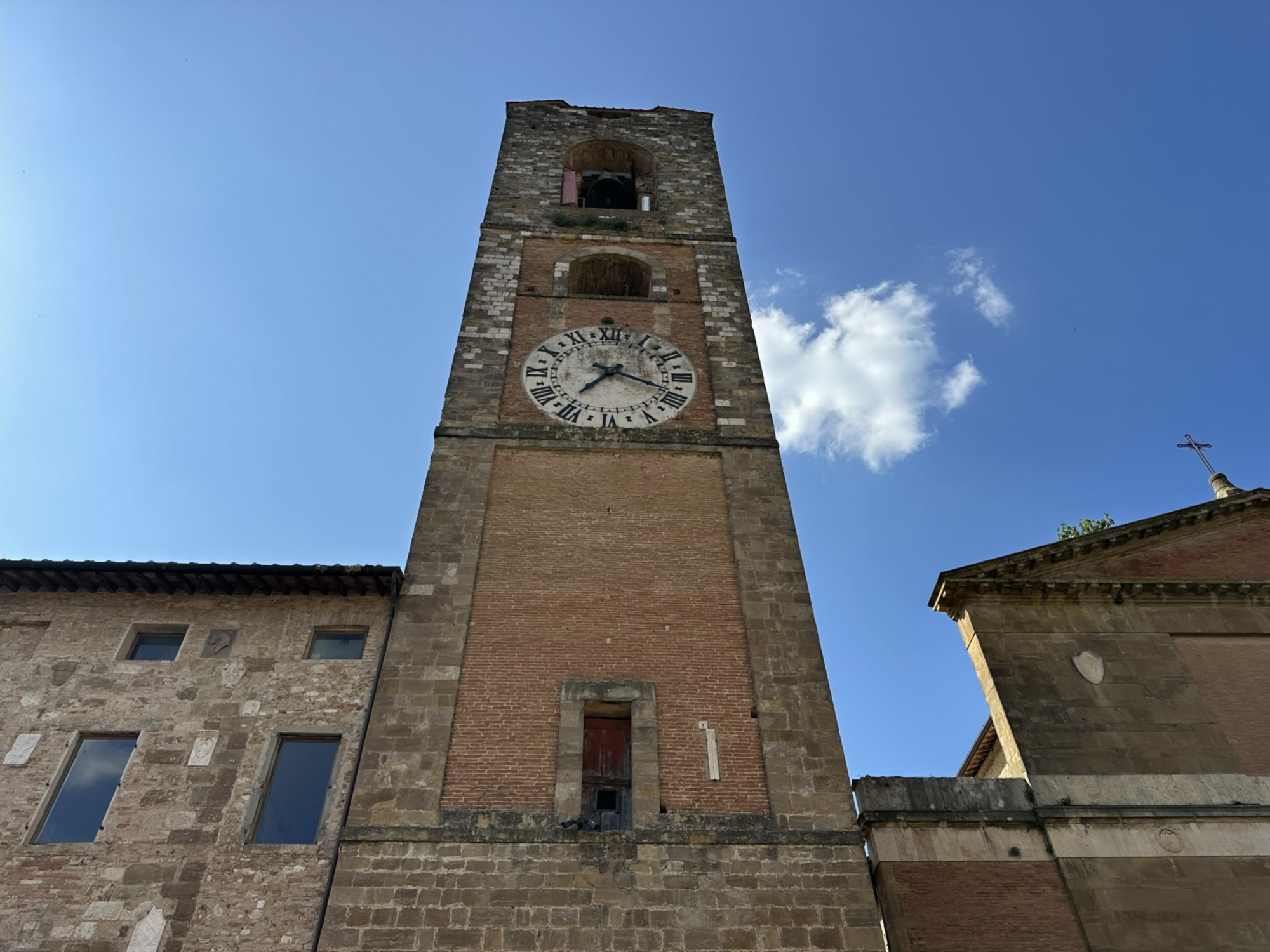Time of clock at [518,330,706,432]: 7:18
